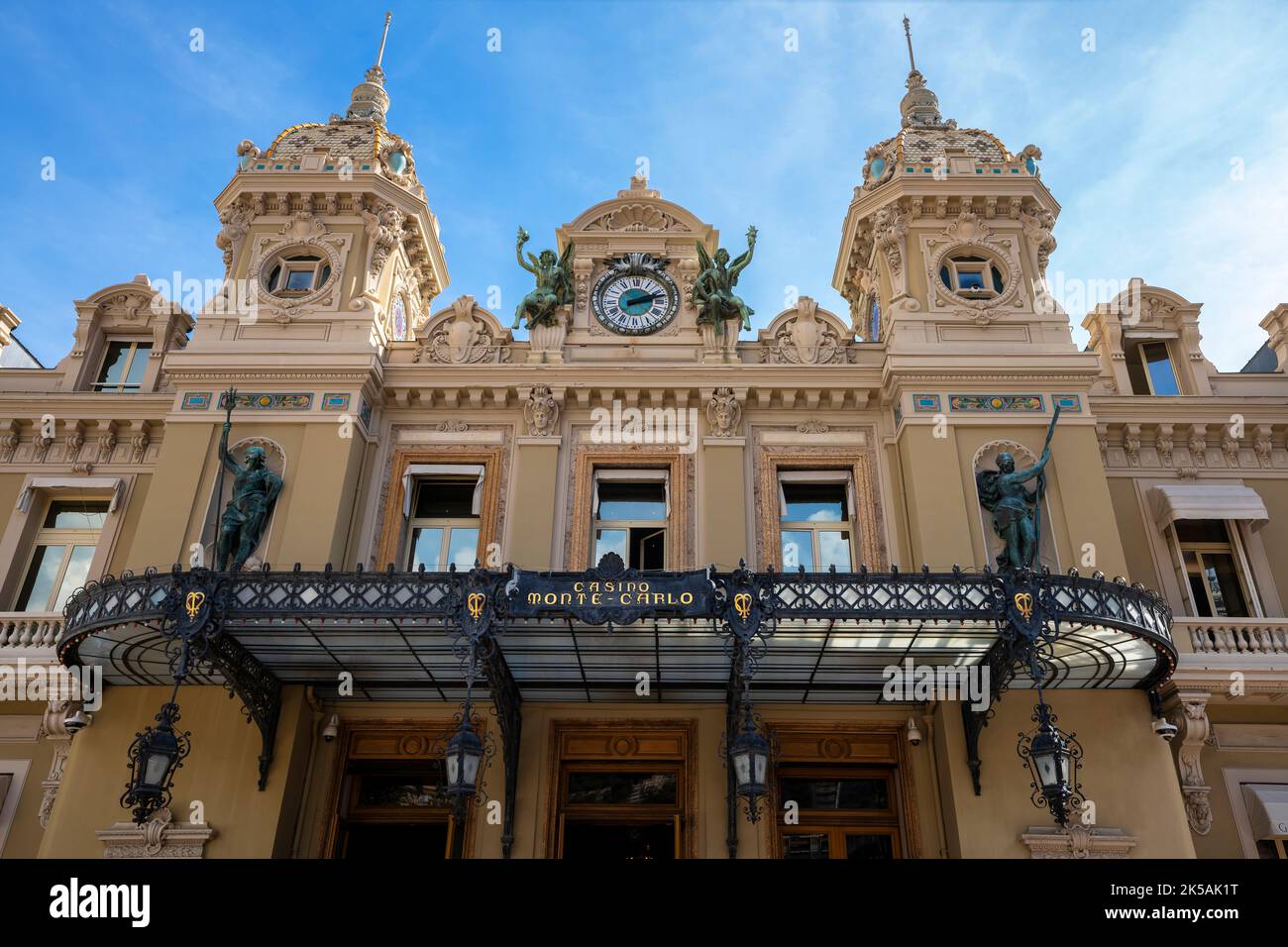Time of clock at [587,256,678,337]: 2:12
